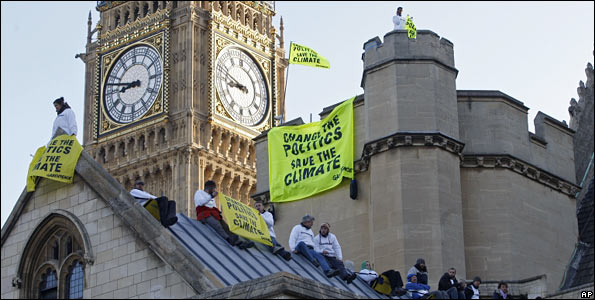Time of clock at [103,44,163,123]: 8:47
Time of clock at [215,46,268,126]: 8:47
